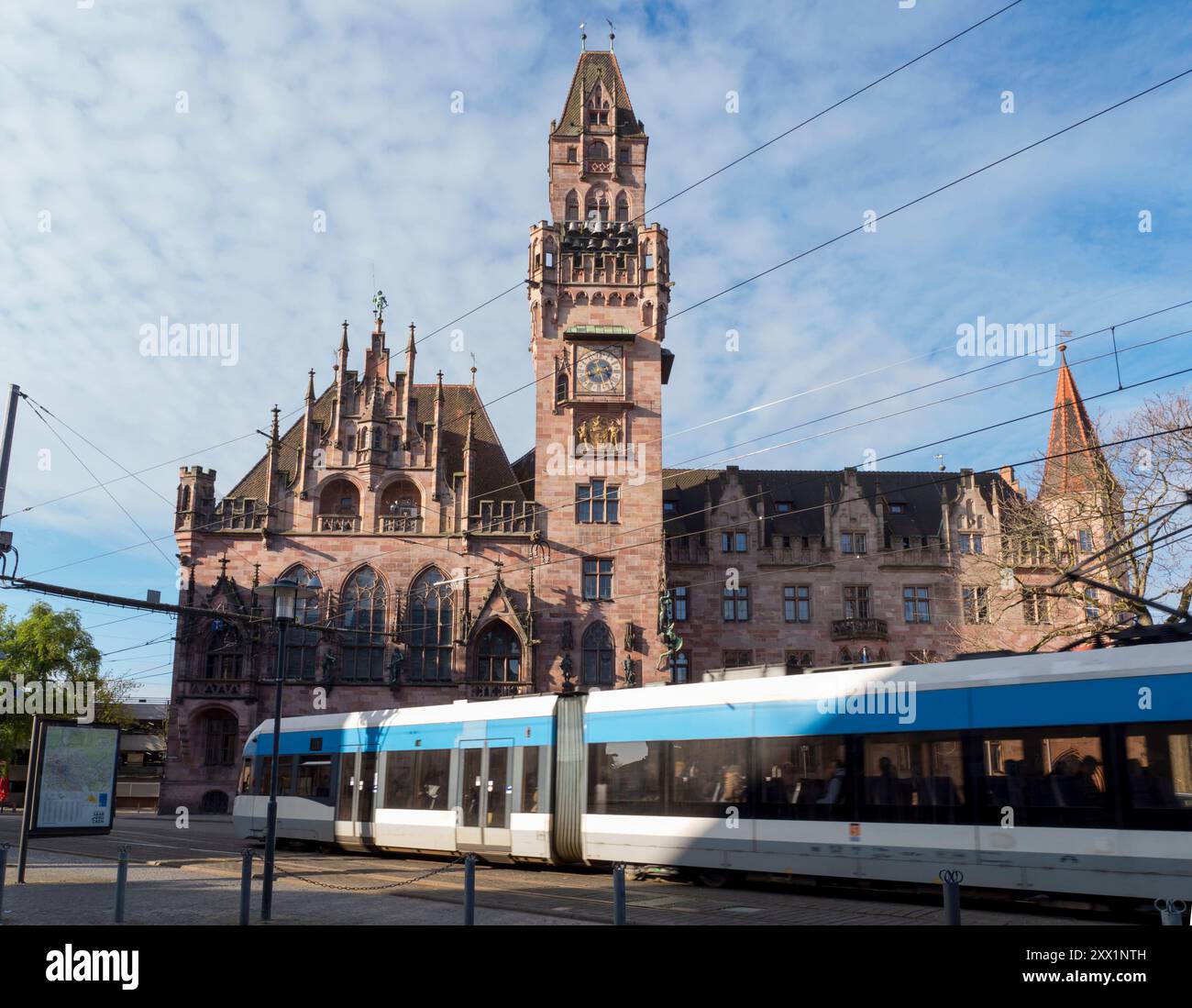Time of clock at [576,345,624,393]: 3:27
